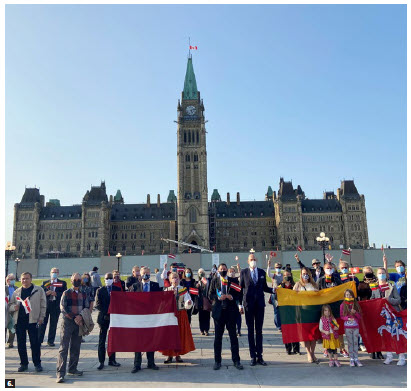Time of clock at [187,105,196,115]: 5:12
